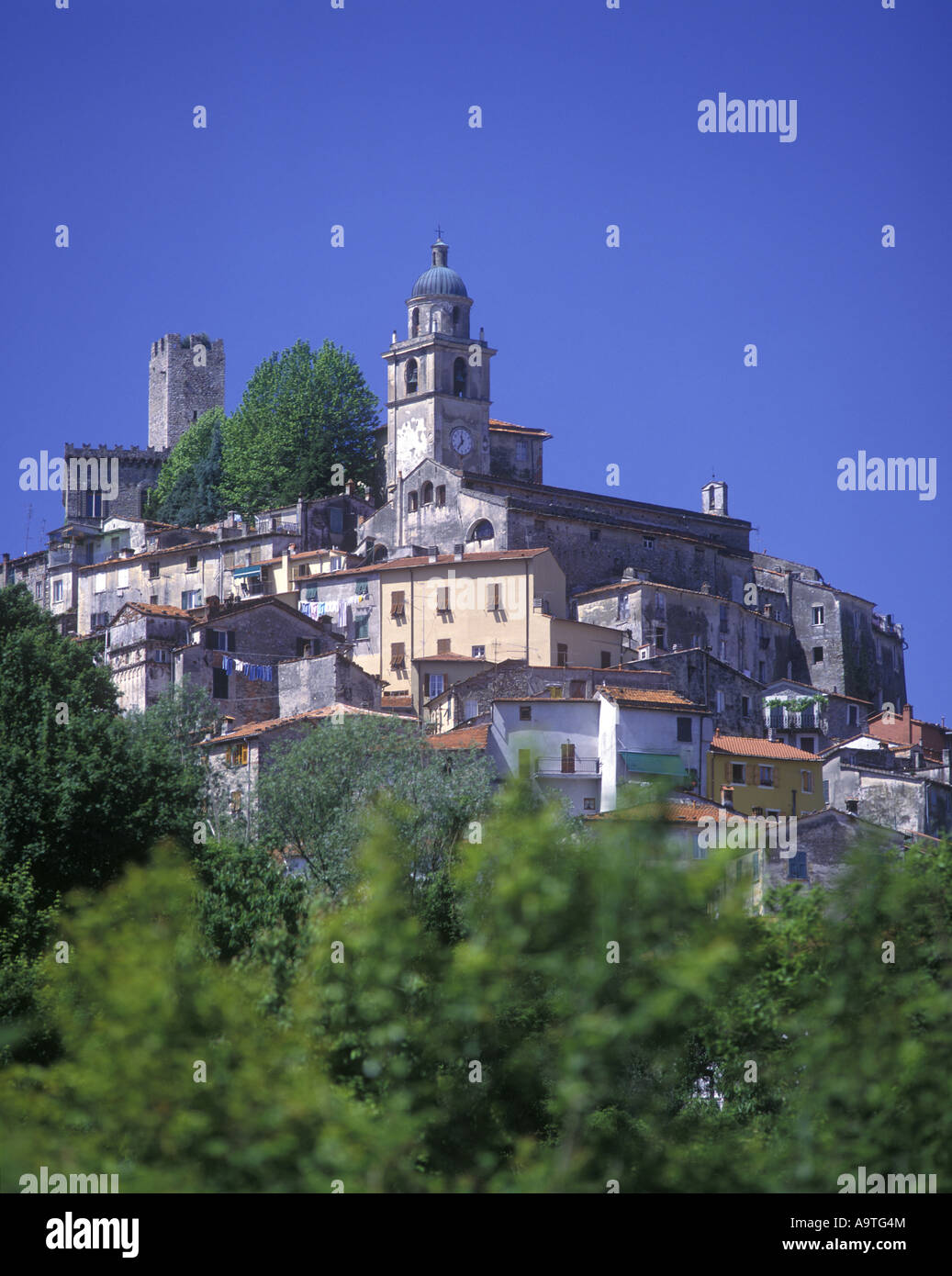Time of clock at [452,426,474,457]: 11:36
